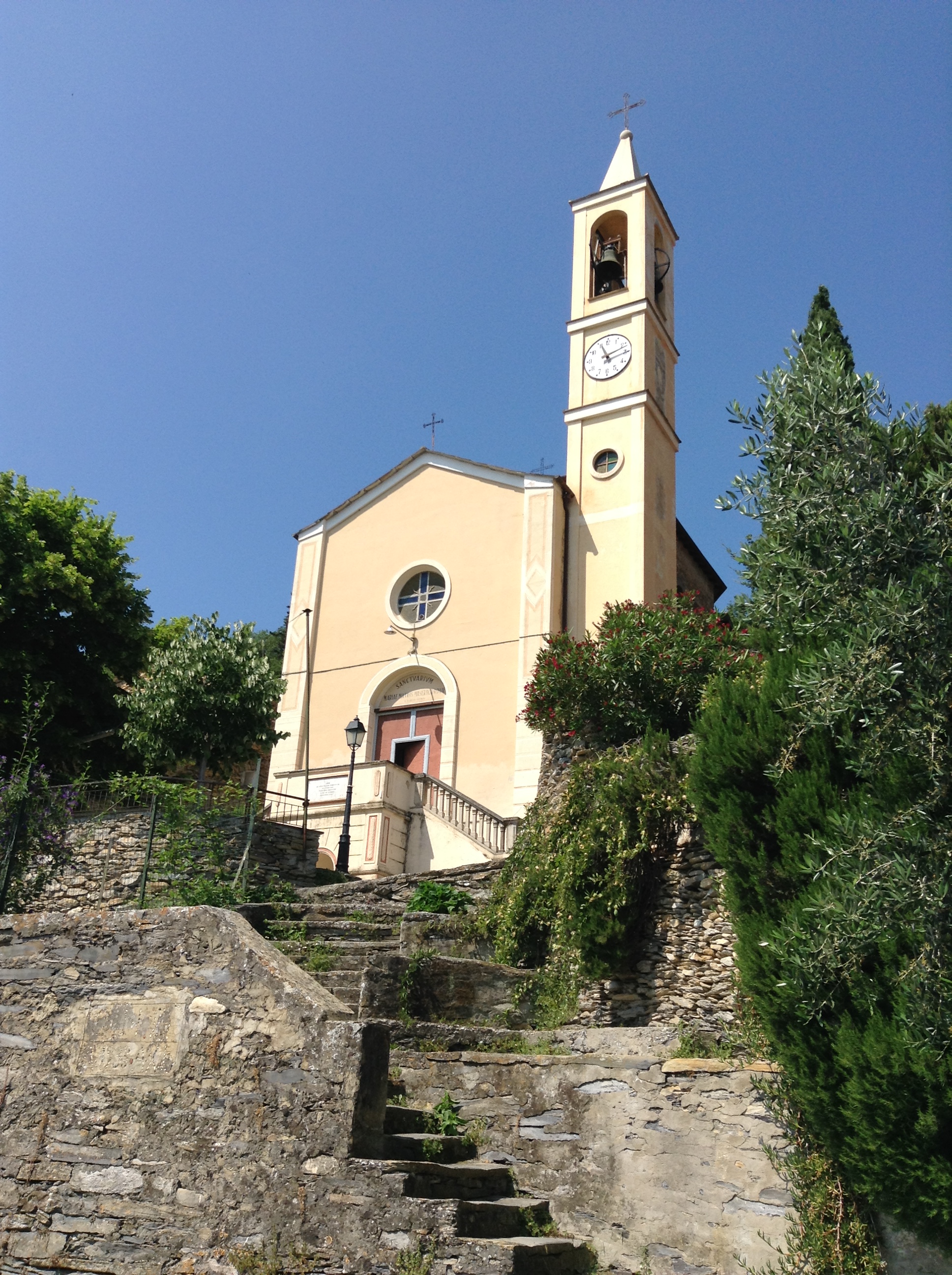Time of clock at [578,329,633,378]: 11:11
